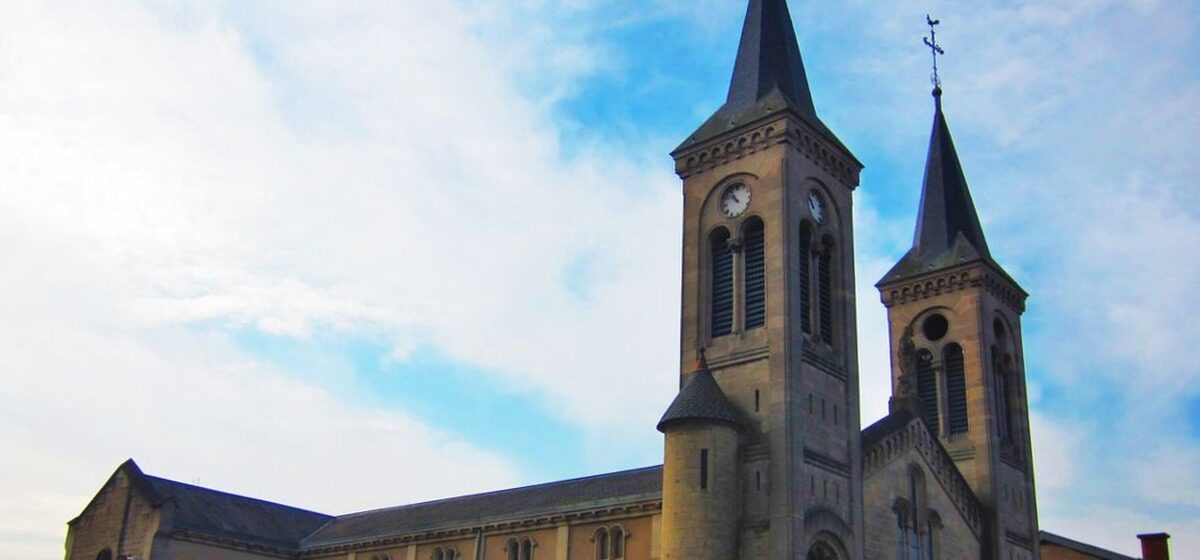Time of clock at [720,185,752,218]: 10:52
